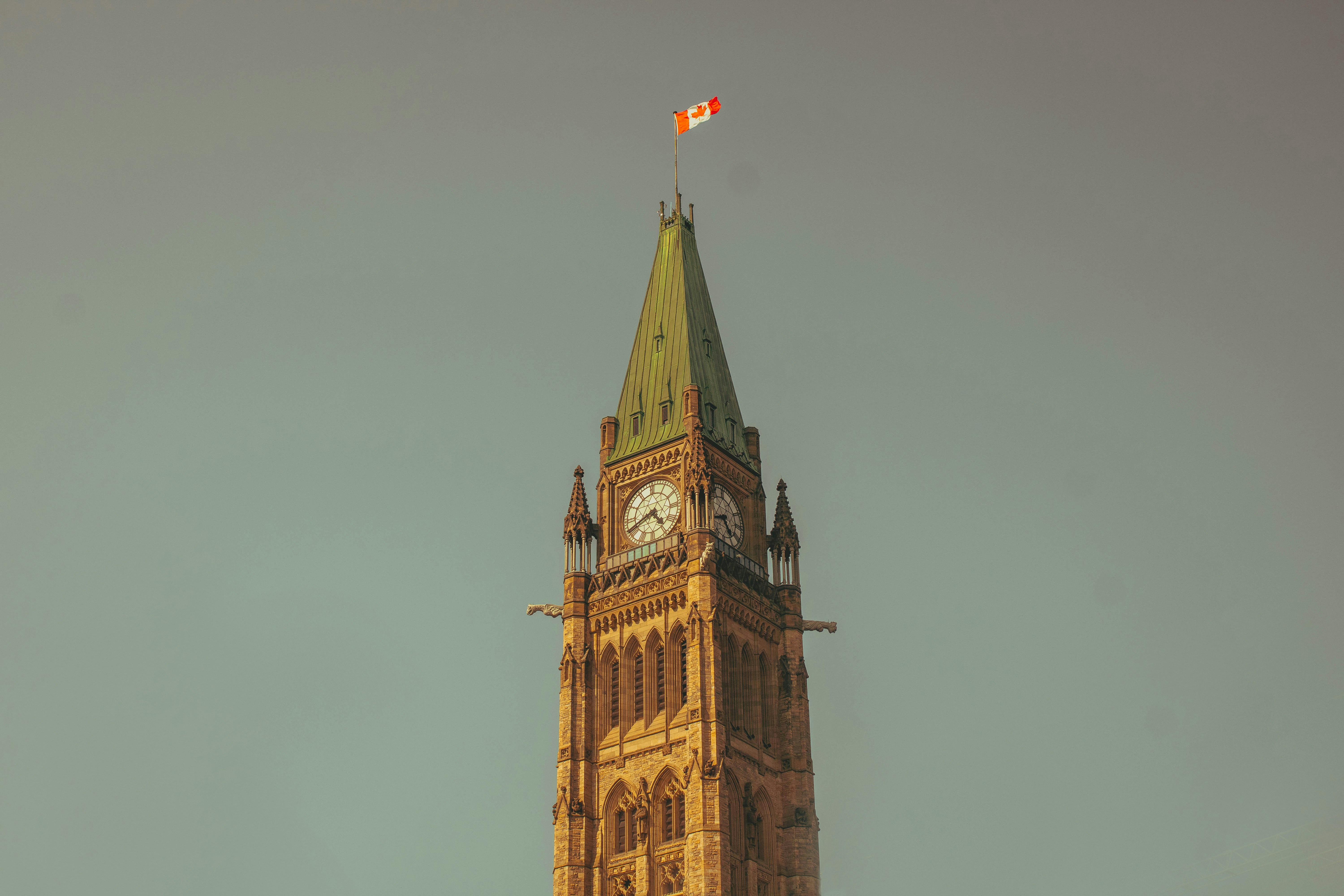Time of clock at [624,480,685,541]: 4:40
